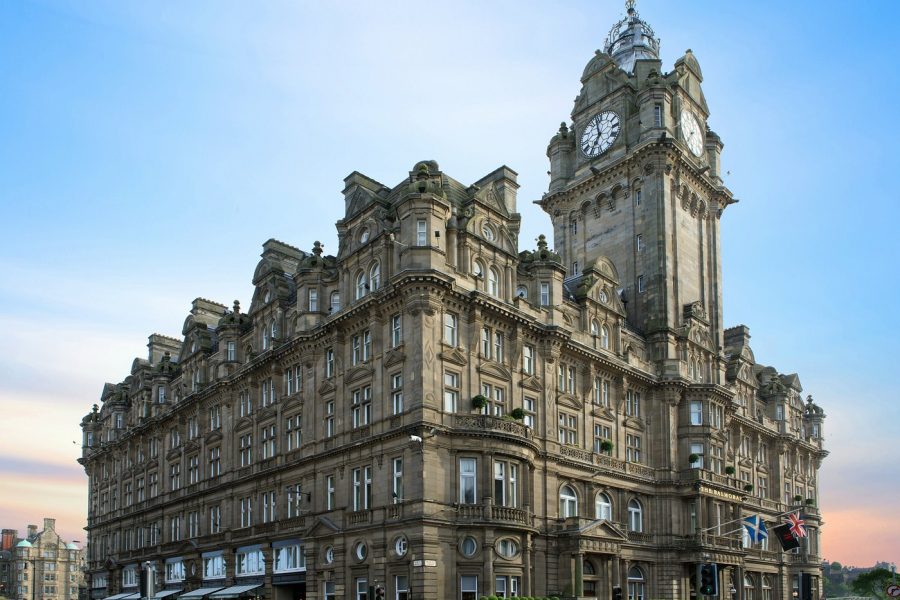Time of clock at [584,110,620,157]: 6:58
